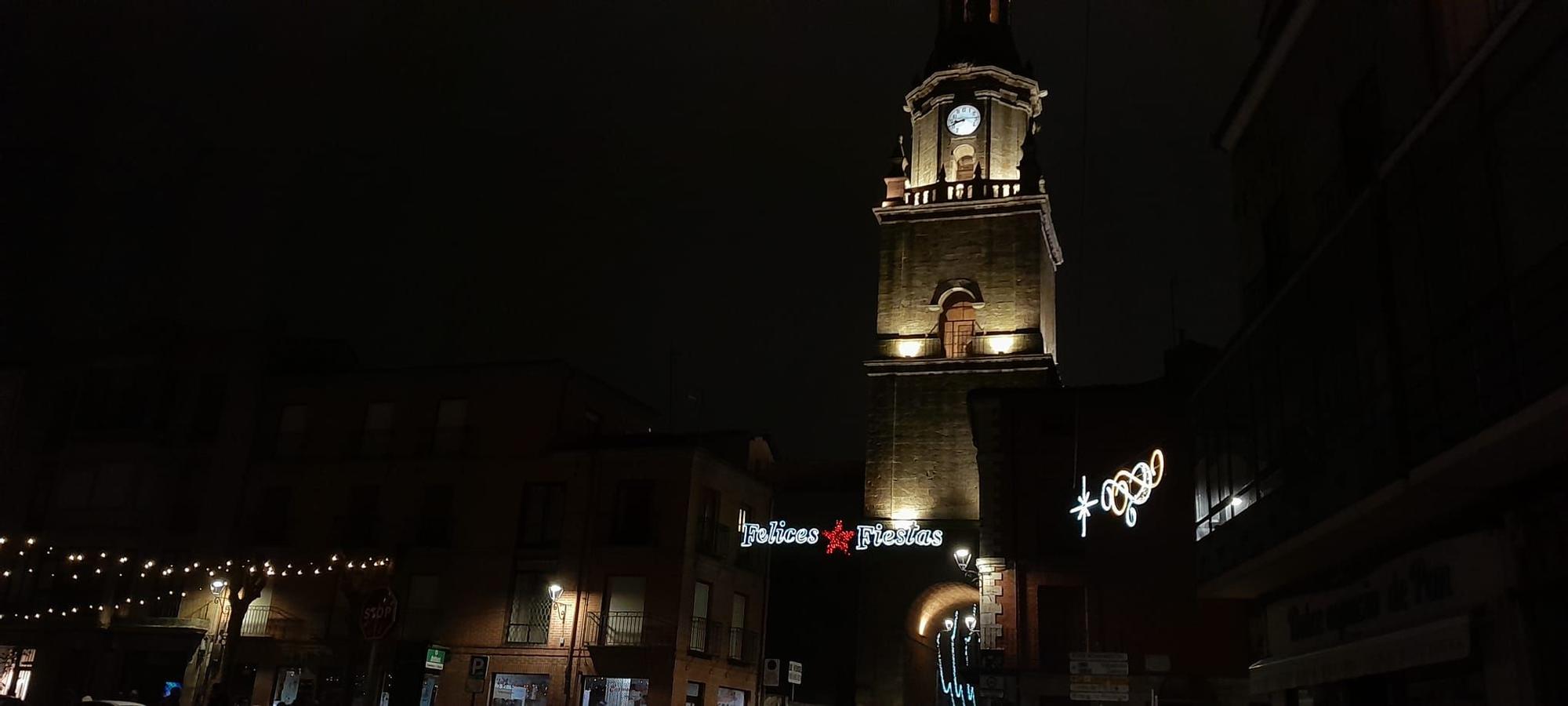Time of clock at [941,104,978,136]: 8:41
